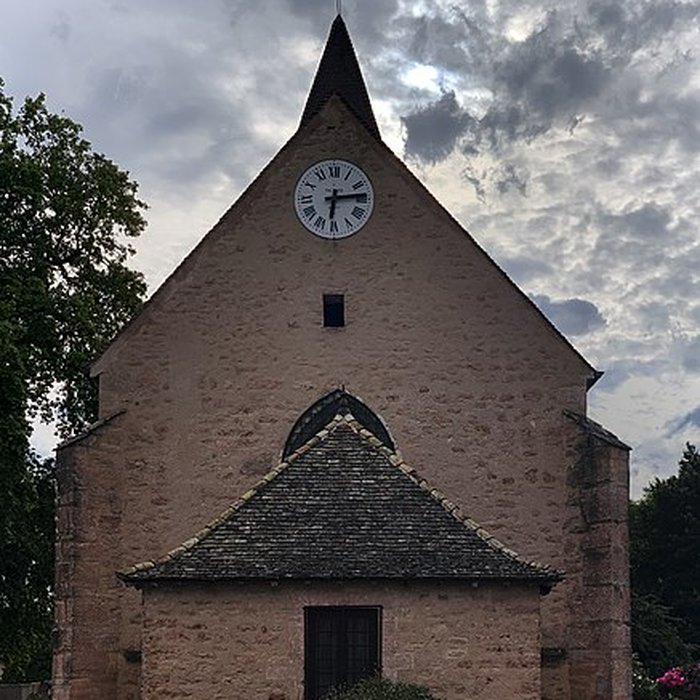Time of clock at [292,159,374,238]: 6:13
